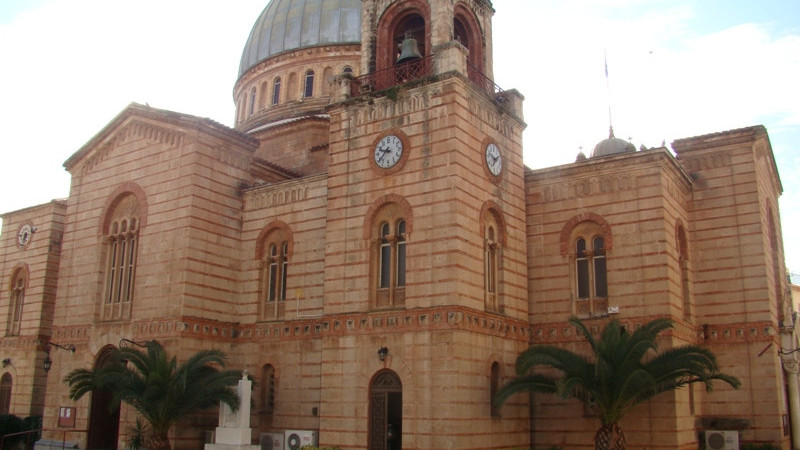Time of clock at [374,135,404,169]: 9:38
